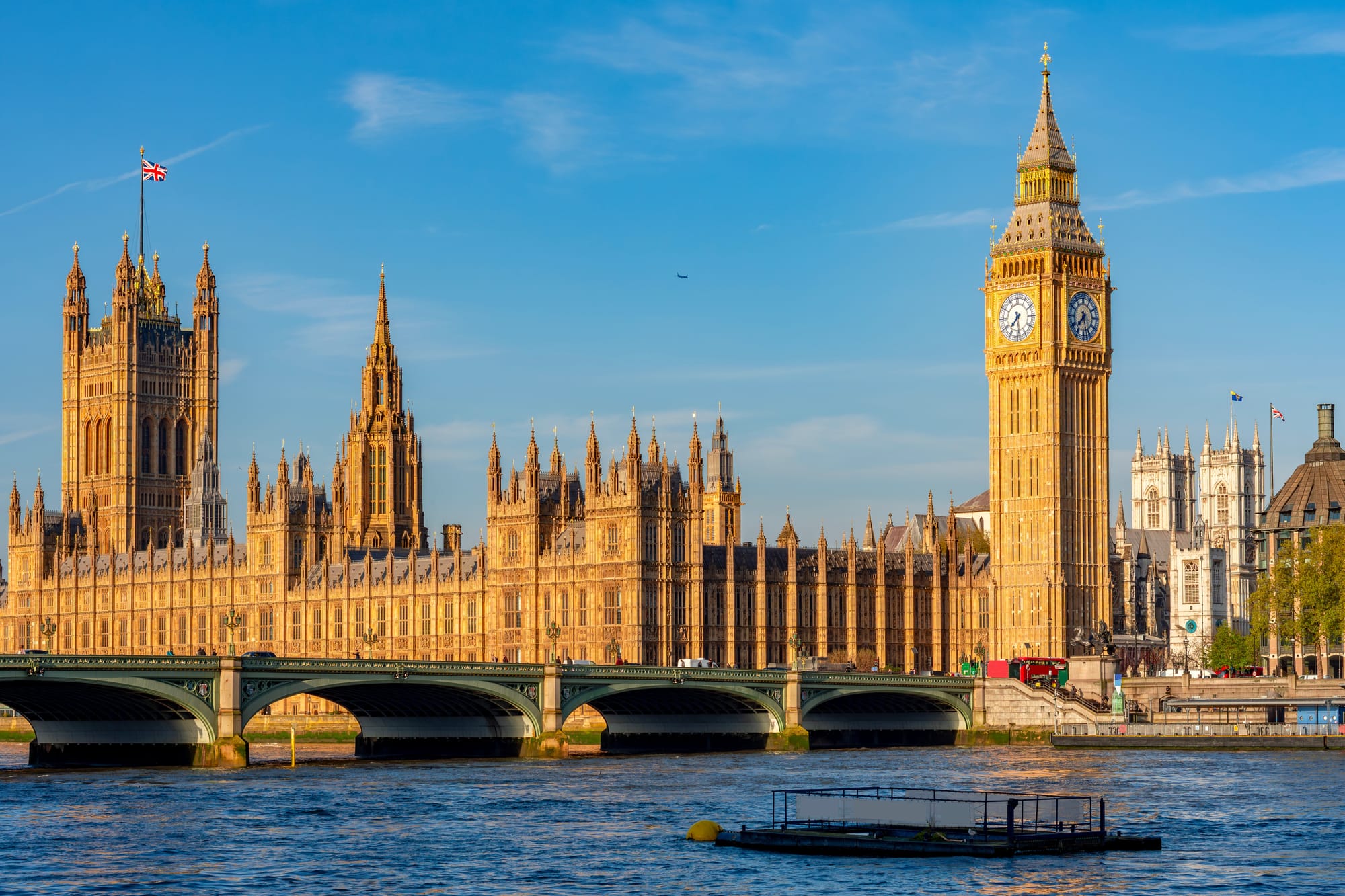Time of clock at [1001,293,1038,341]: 7:28
